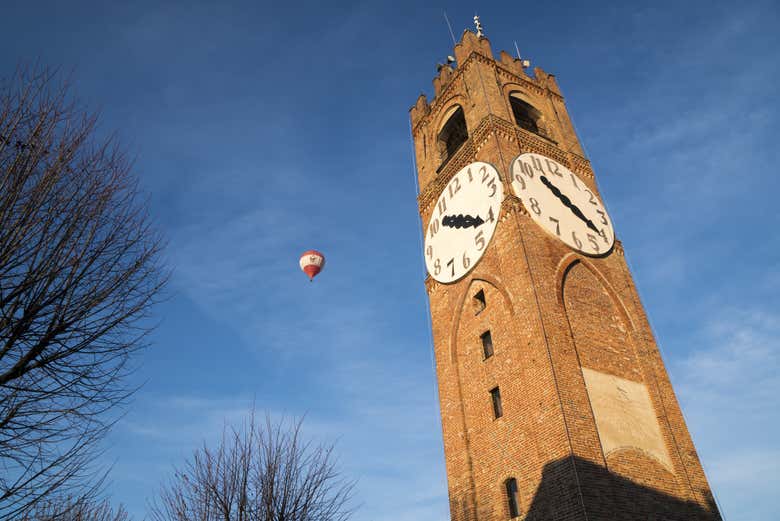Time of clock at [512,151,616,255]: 10:20
